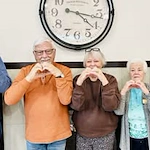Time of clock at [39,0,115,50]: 4:17
